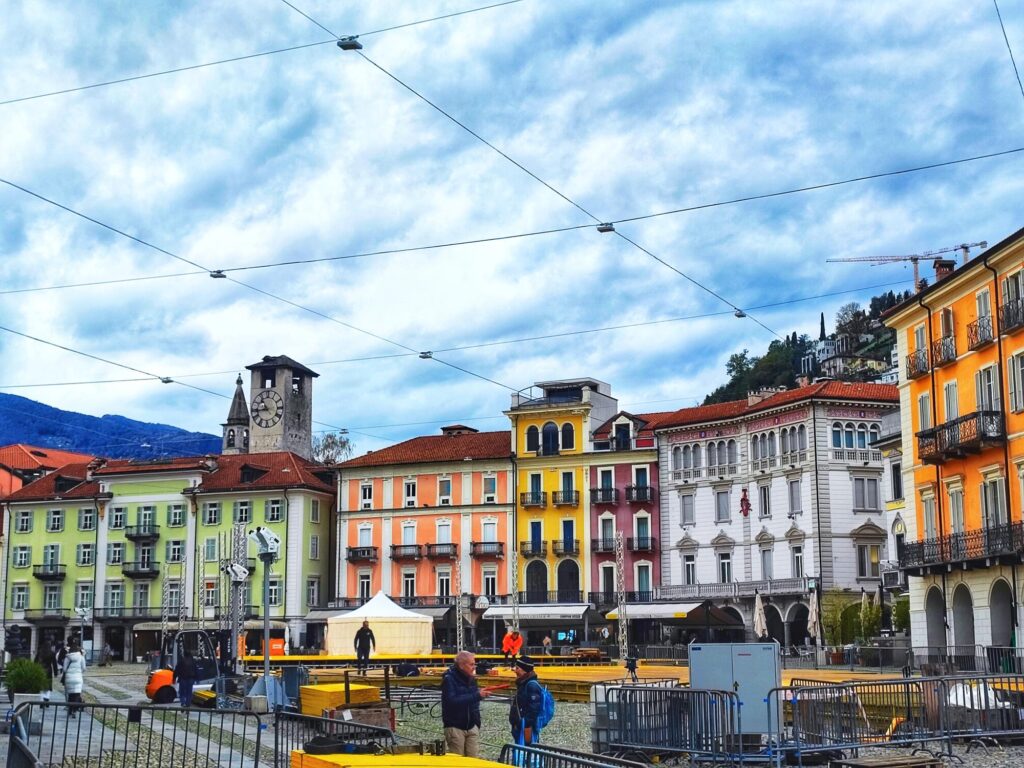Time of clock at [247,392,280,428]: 10:43
